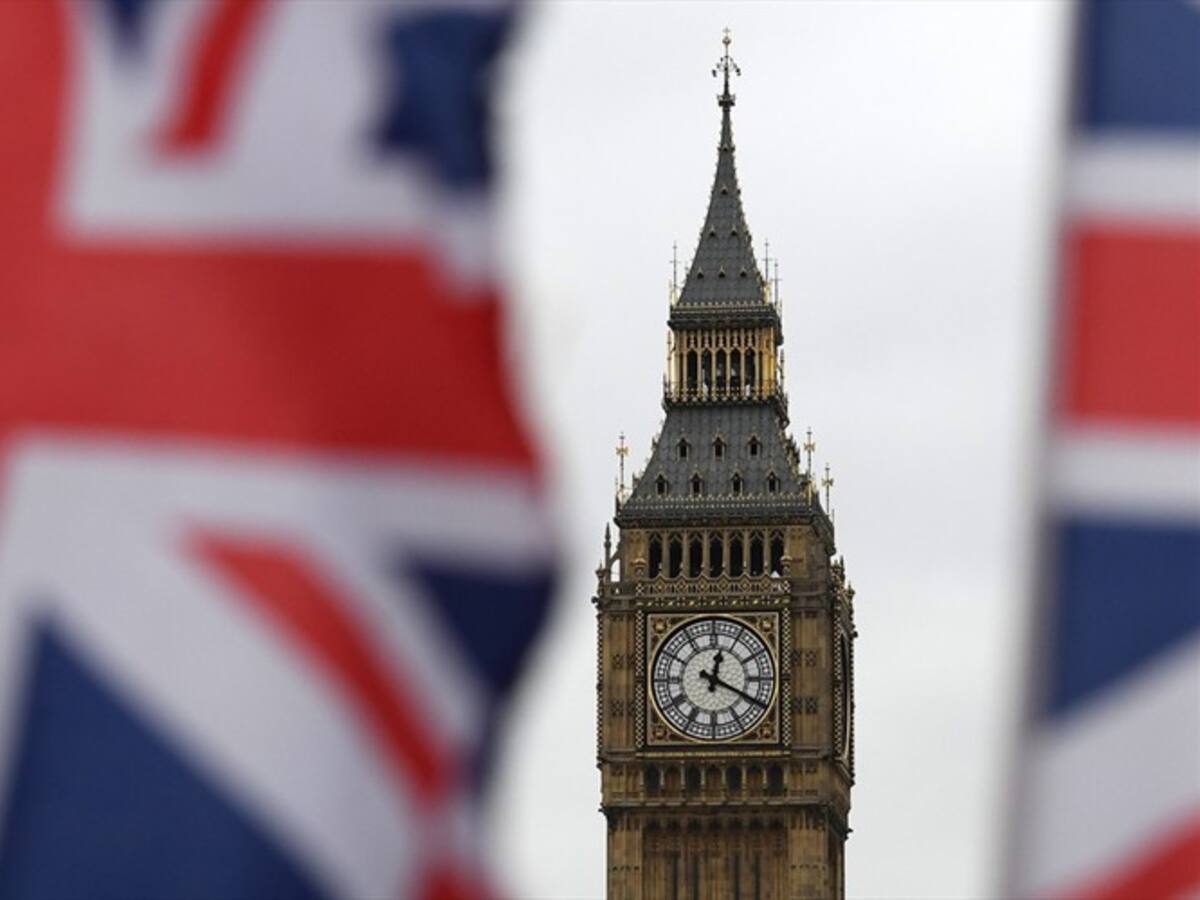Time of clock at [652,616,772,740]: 12:19
